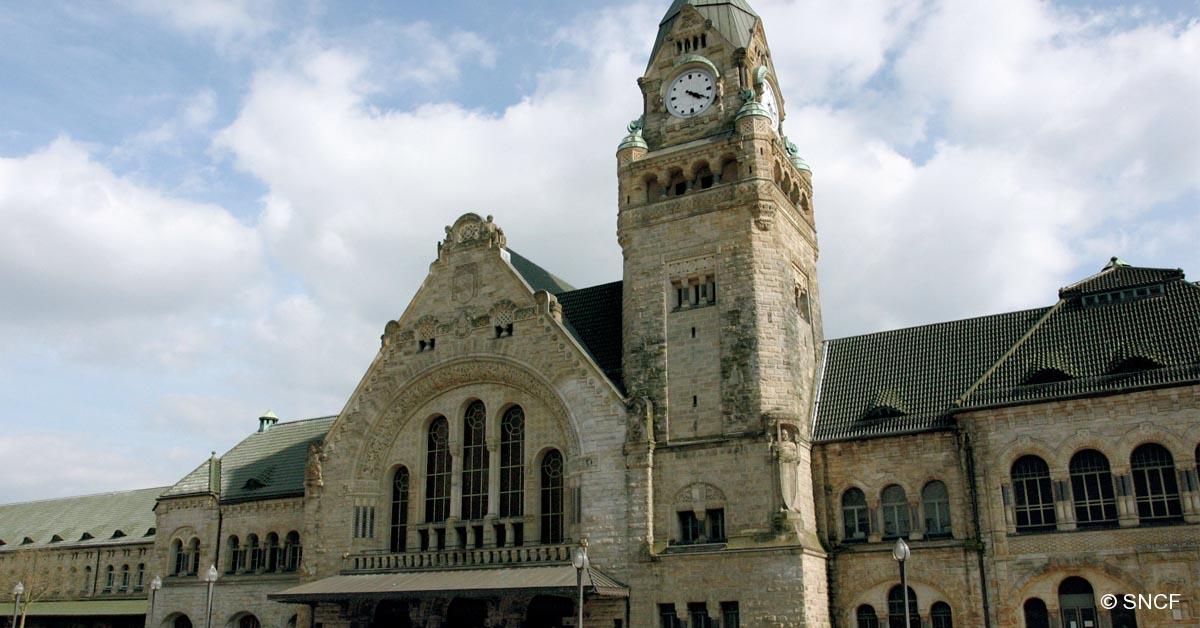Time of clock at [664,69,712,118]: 4:20
